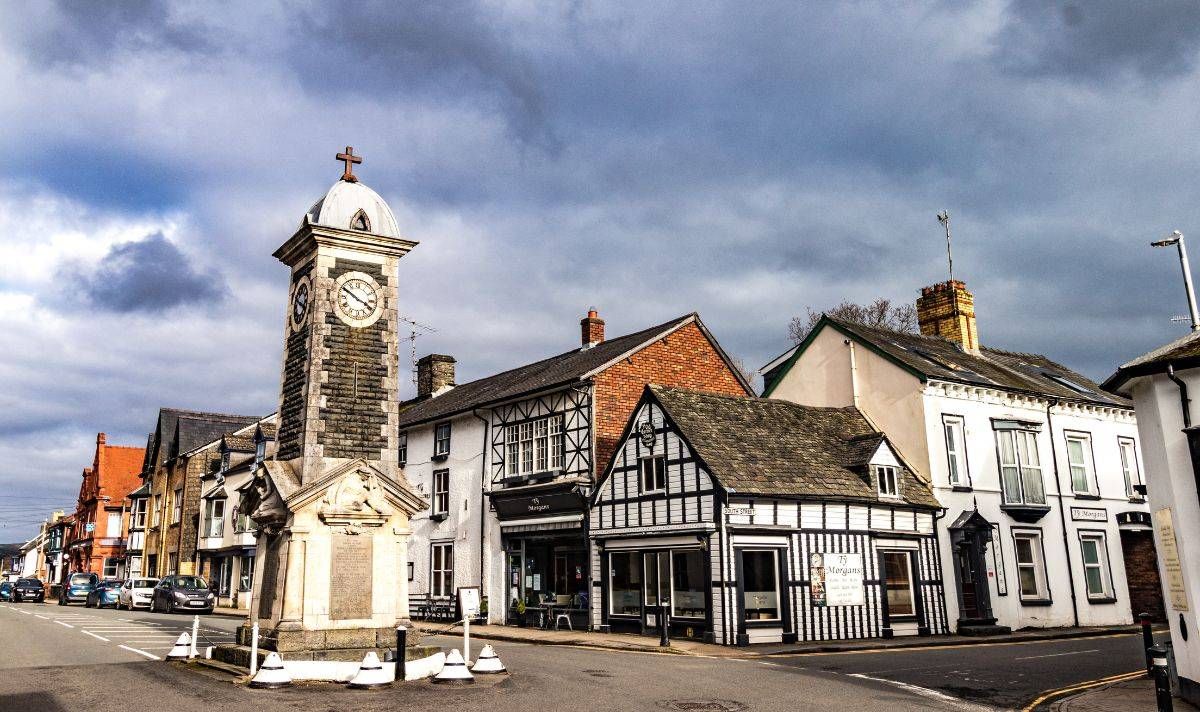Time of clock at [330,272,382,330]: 3:50
